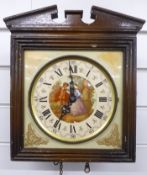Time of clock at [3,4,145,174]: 6:59
